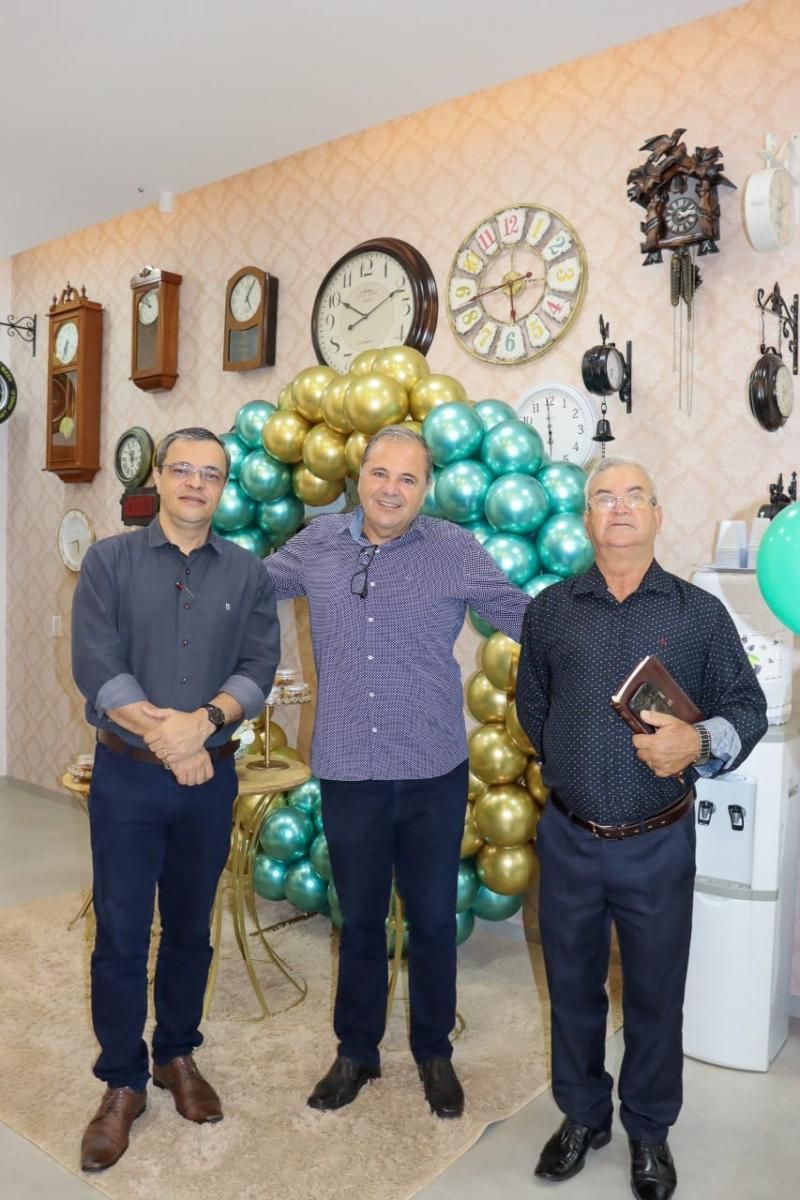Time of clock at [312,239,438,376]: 10:10
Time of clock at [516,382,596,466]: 5:59
